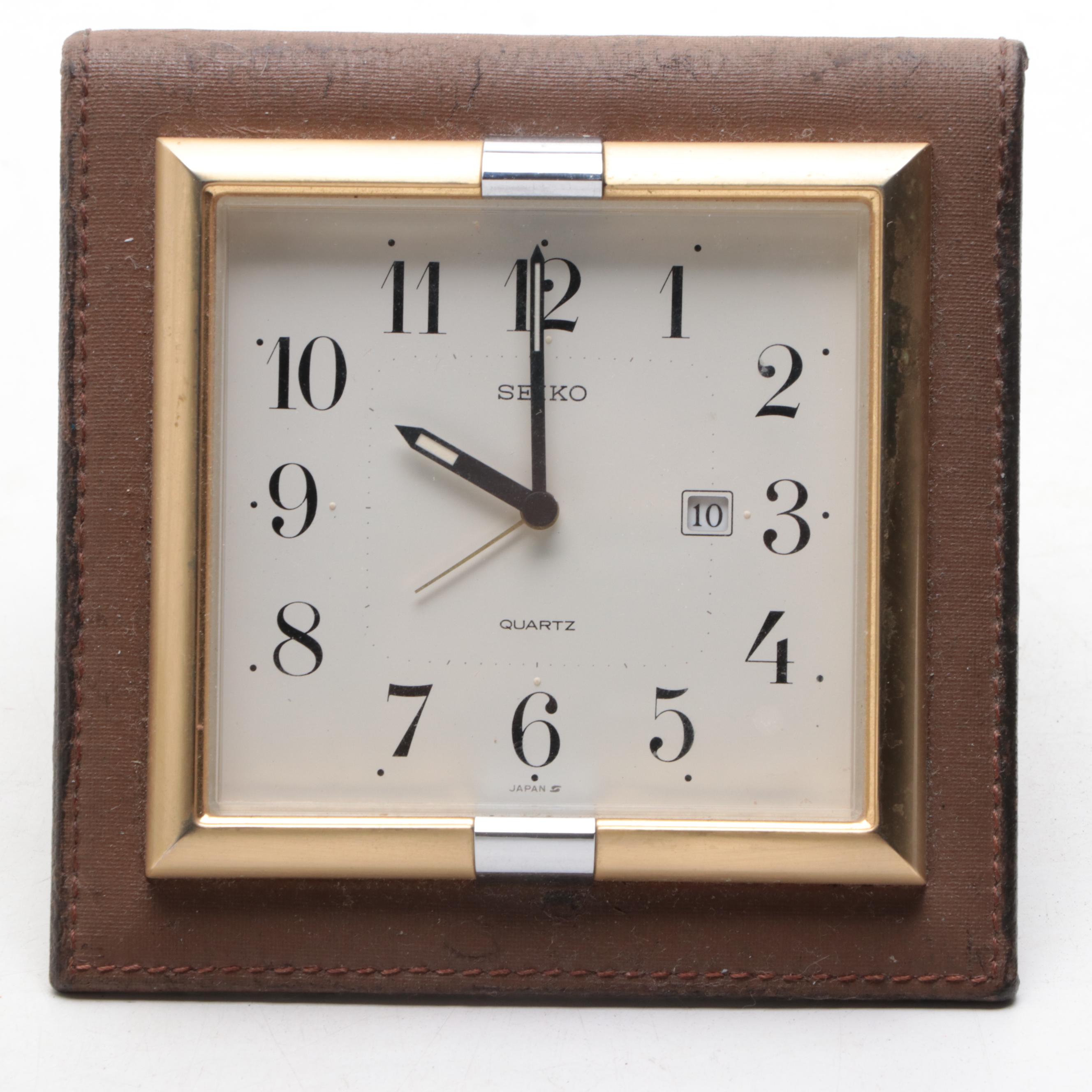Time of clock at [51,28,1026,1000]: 9:59
